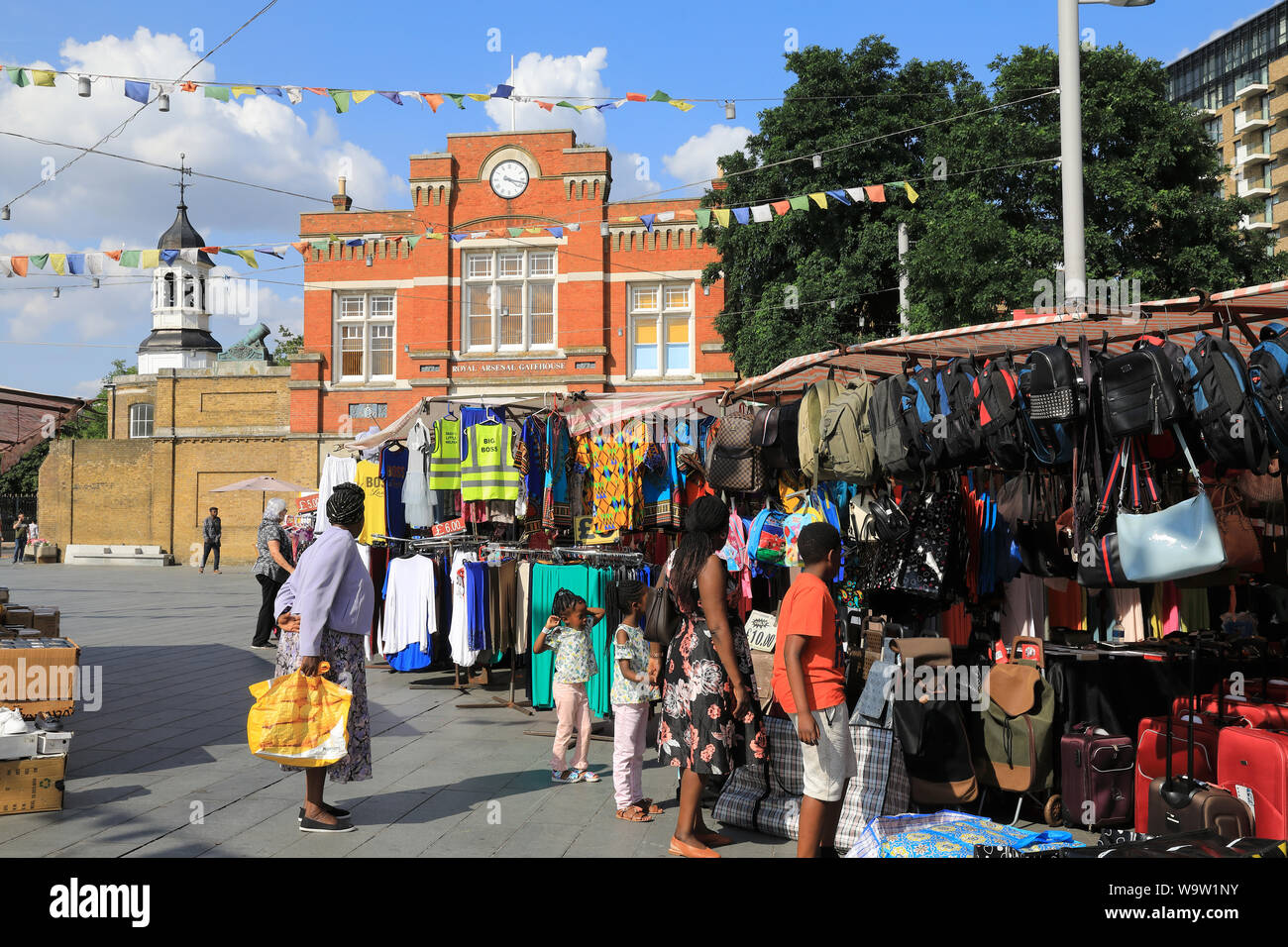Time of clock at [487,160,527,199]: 4:17
